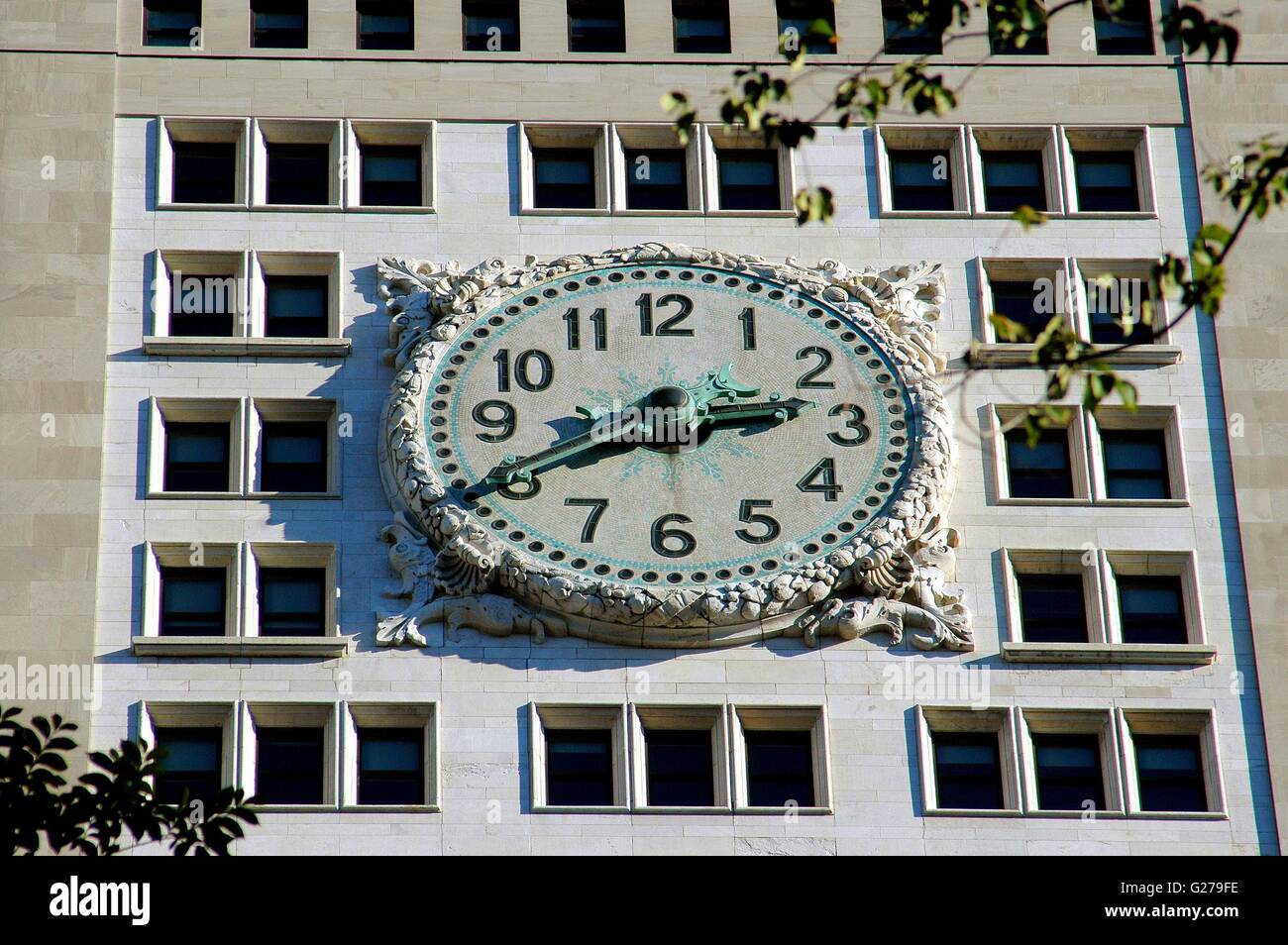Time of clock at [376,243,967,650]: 2:40
